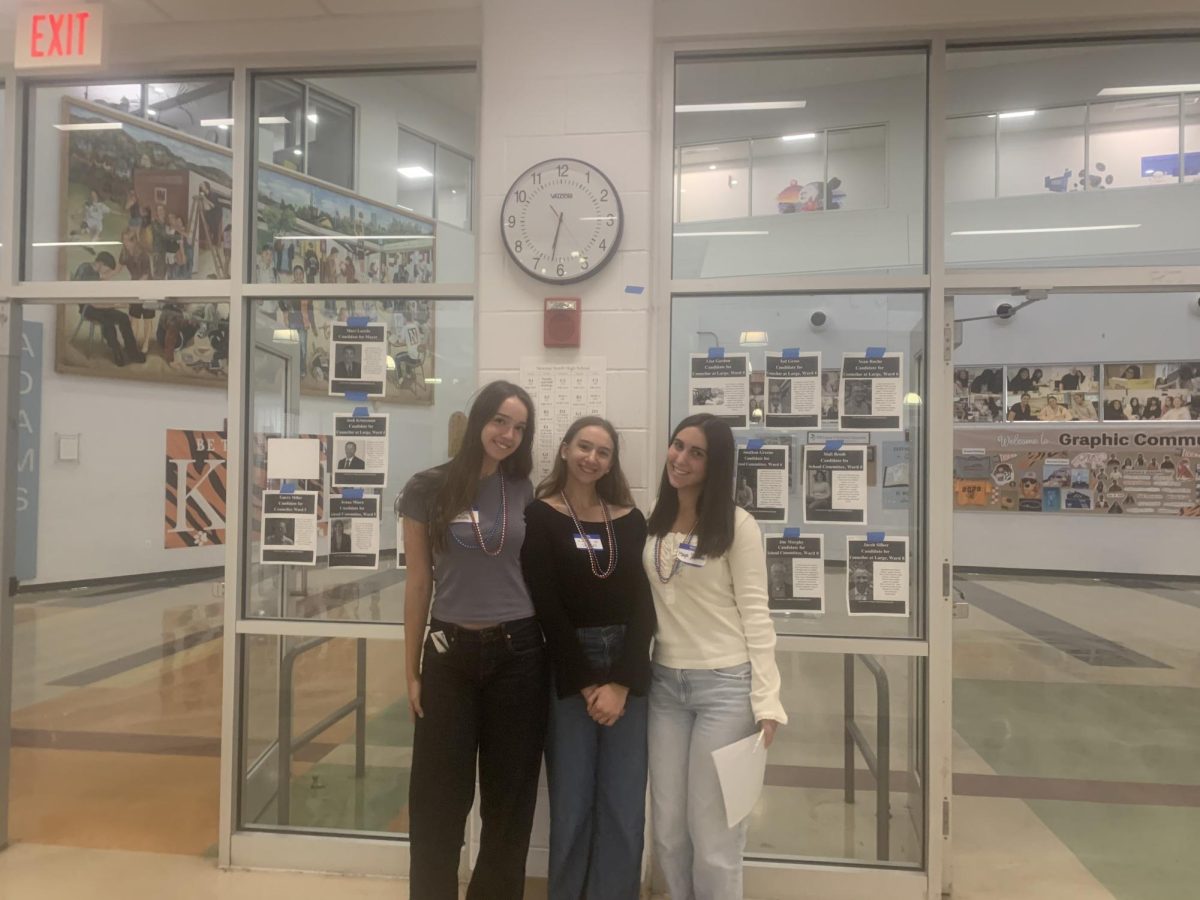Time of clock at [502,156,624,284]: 6:32
